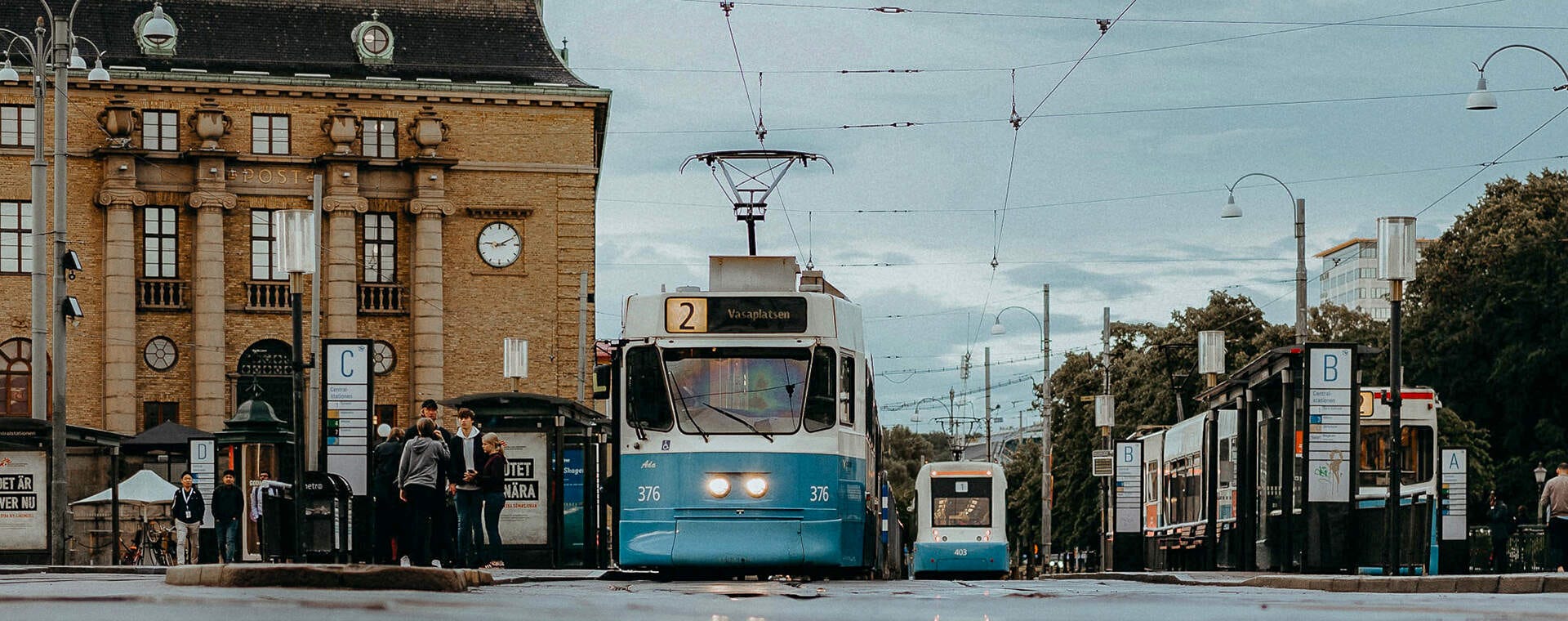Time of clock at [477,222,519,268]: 9:10
